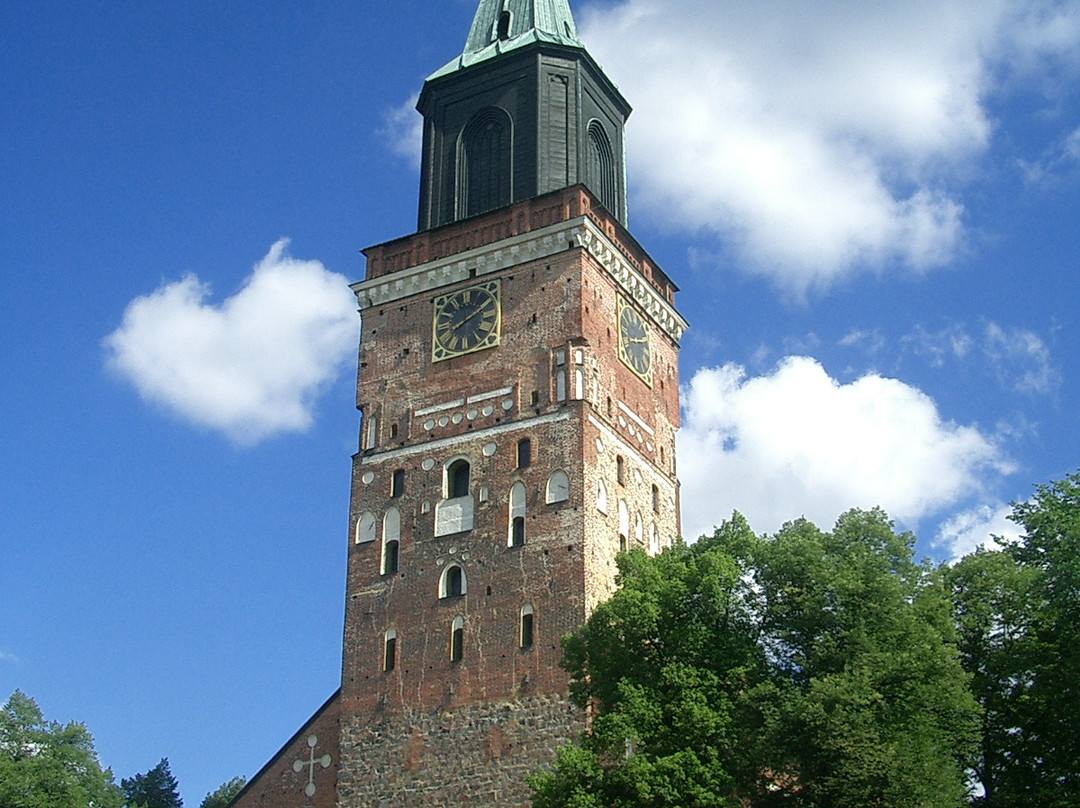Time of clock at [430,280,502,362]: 8:09
